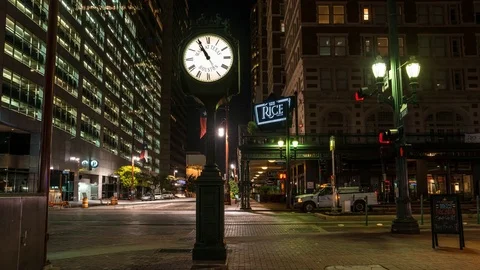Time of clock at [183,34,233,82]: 10:55
